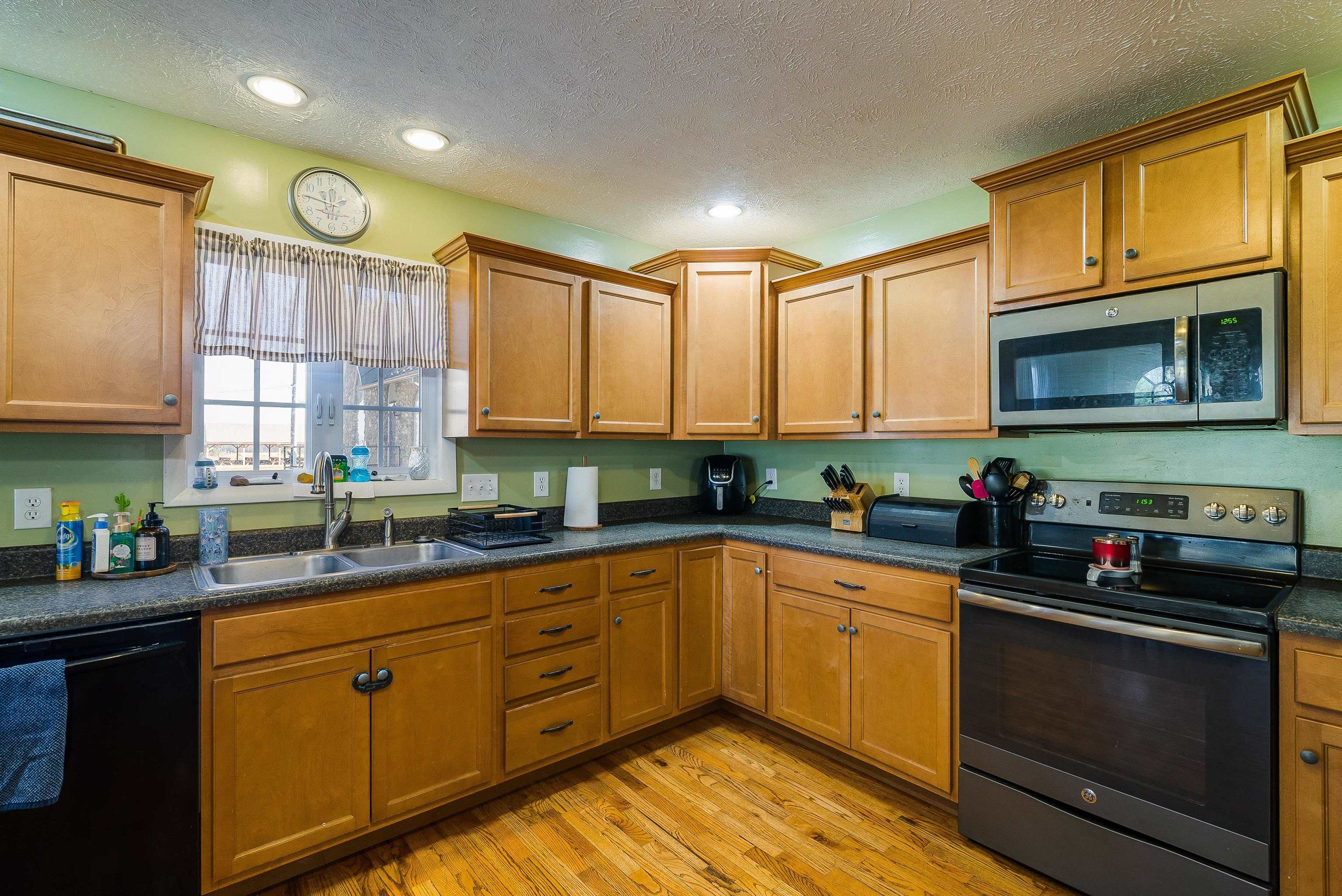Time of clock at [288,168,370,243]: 1:46
